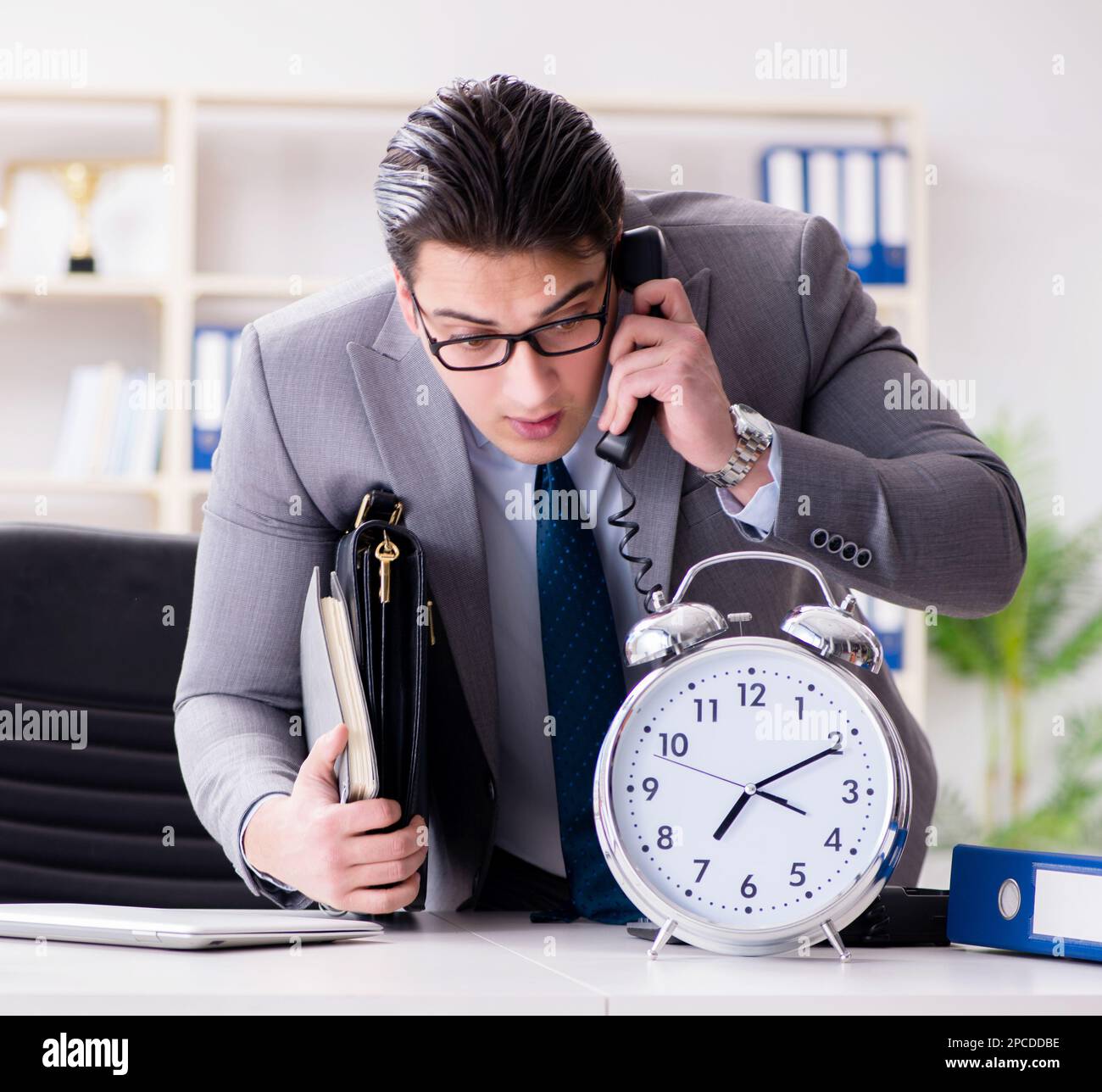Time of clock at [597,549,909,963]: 7:10
